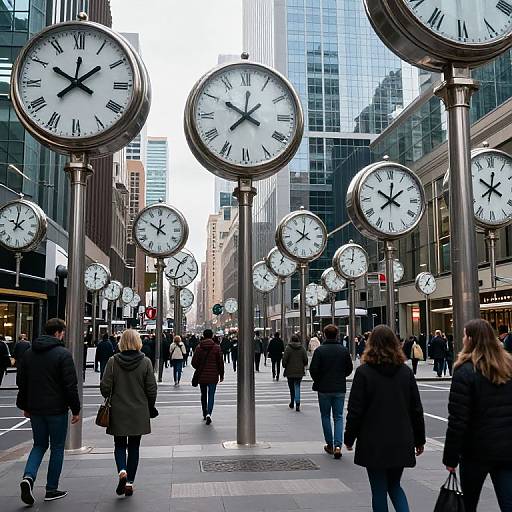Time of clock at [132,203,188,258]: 11:50
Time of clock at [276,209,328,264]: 10:01
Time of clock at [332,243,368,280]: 12:00
